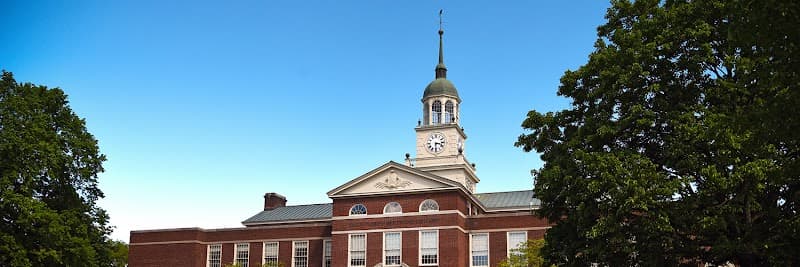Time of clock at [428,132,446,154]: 3:30
